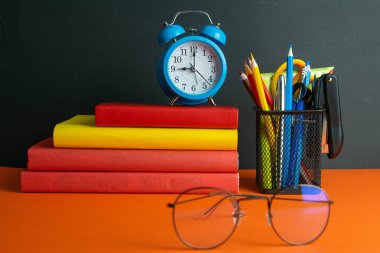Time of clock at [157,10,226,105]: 9:00
